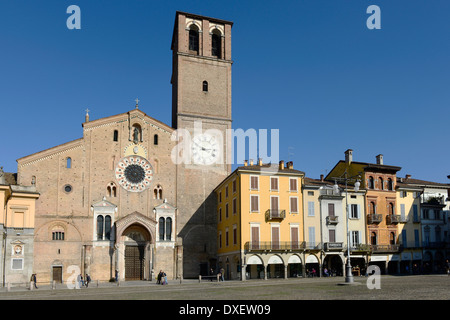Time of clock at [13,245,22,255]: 8:12
